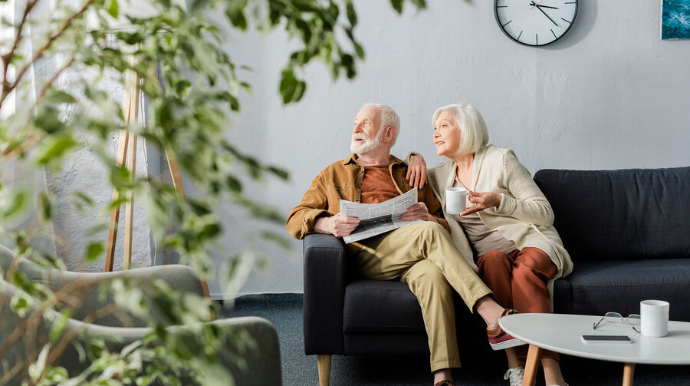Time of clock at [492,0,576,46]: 3:22
